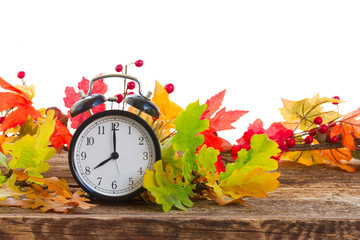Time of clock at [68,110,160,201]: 7:59
